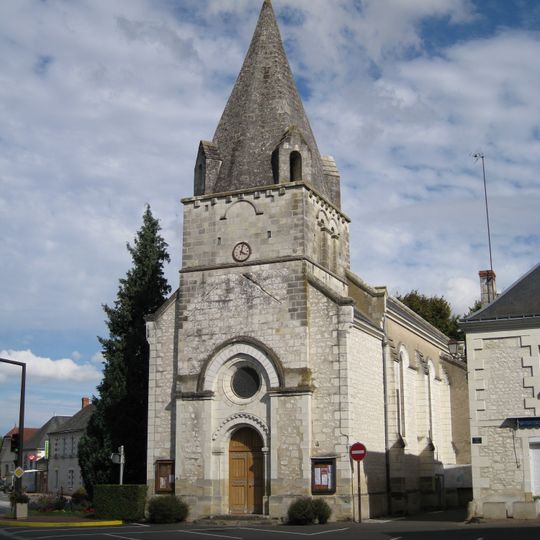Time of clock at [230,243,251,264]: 4:02
